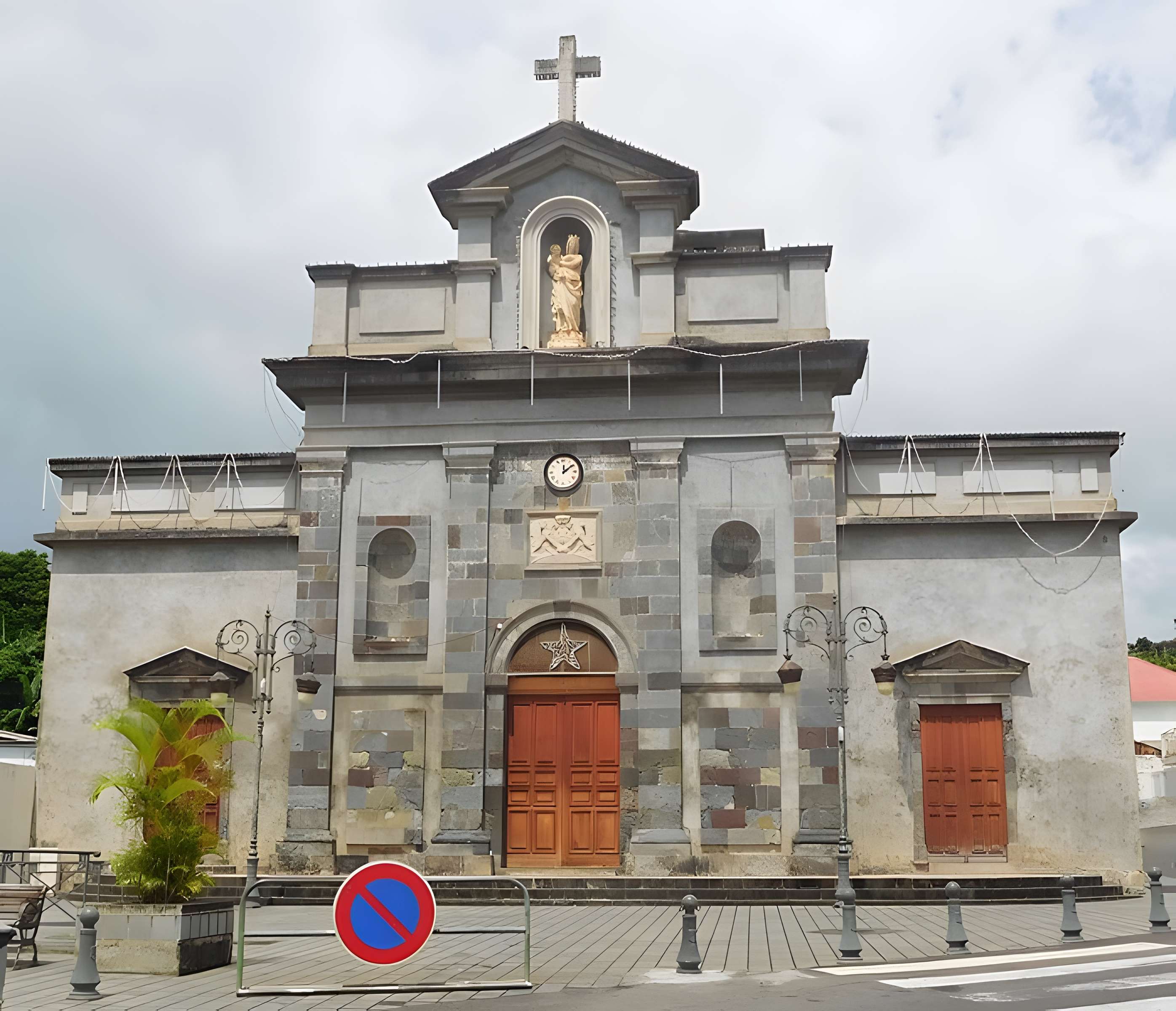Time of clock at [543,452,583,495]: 12:09
